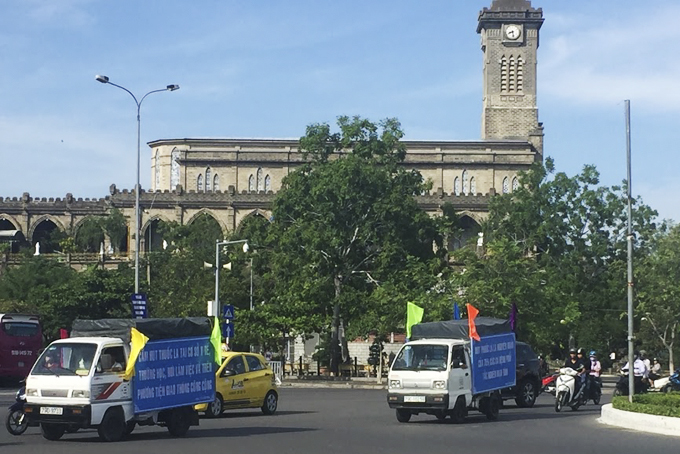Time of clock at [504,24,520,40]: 8:27
